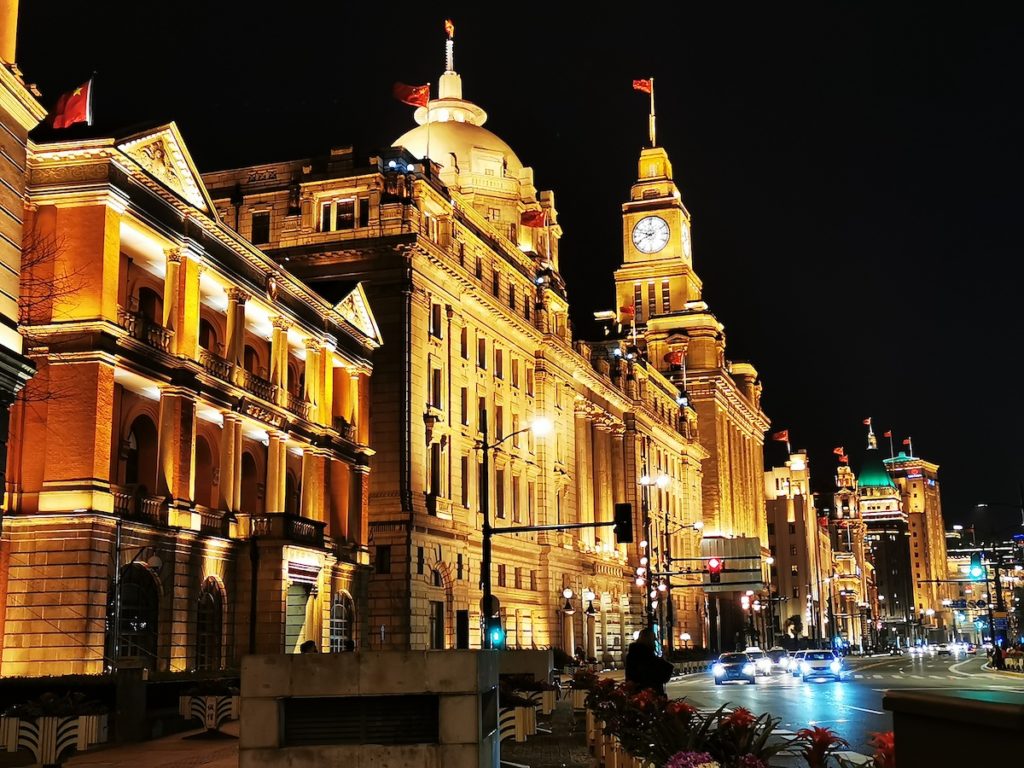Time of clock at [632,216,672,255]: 9:40
